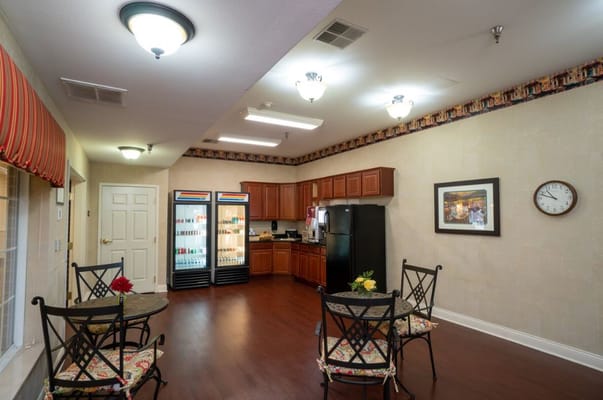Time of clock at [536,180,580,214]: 10:48
